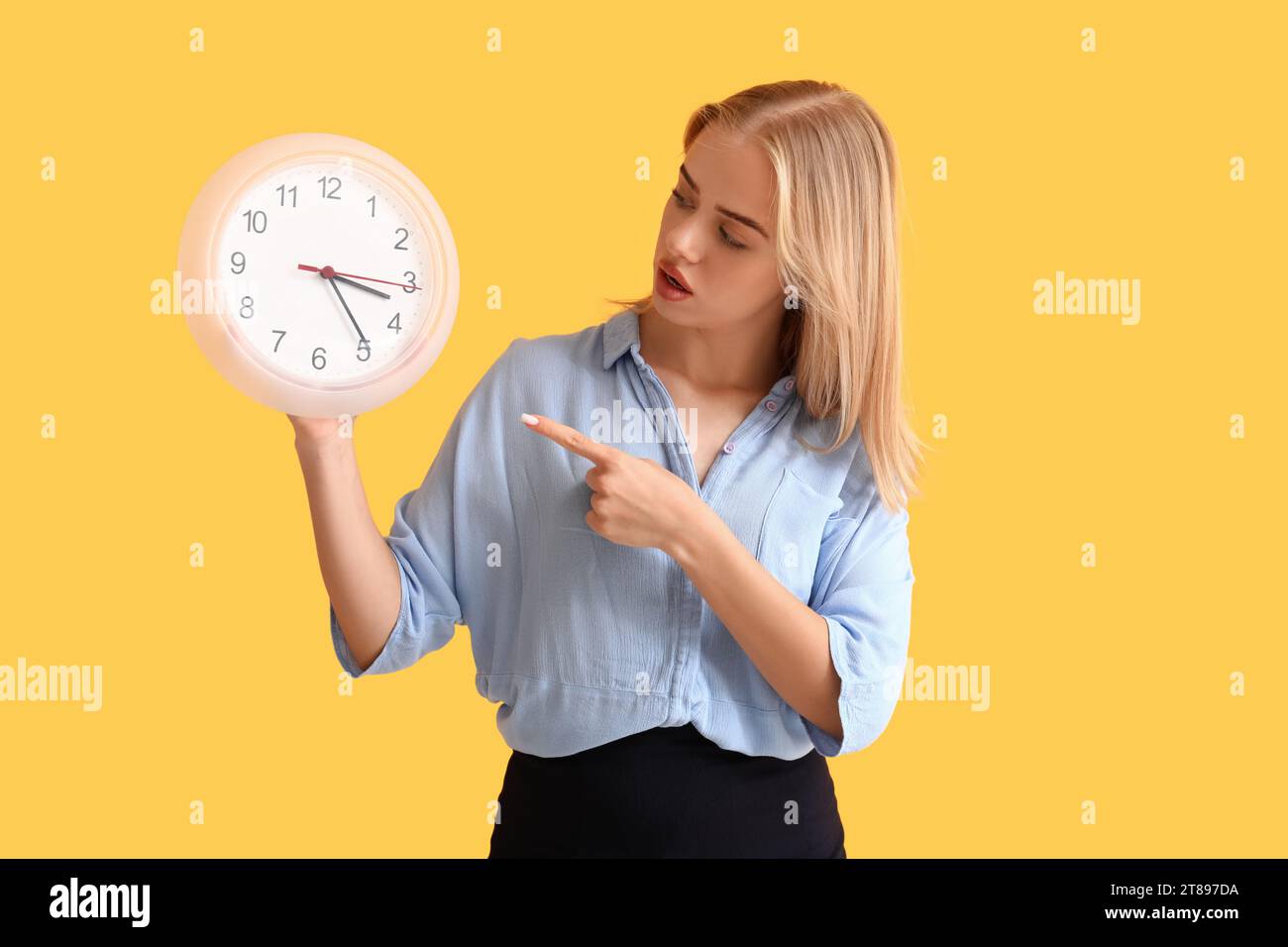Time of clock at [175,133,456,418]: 3:24
